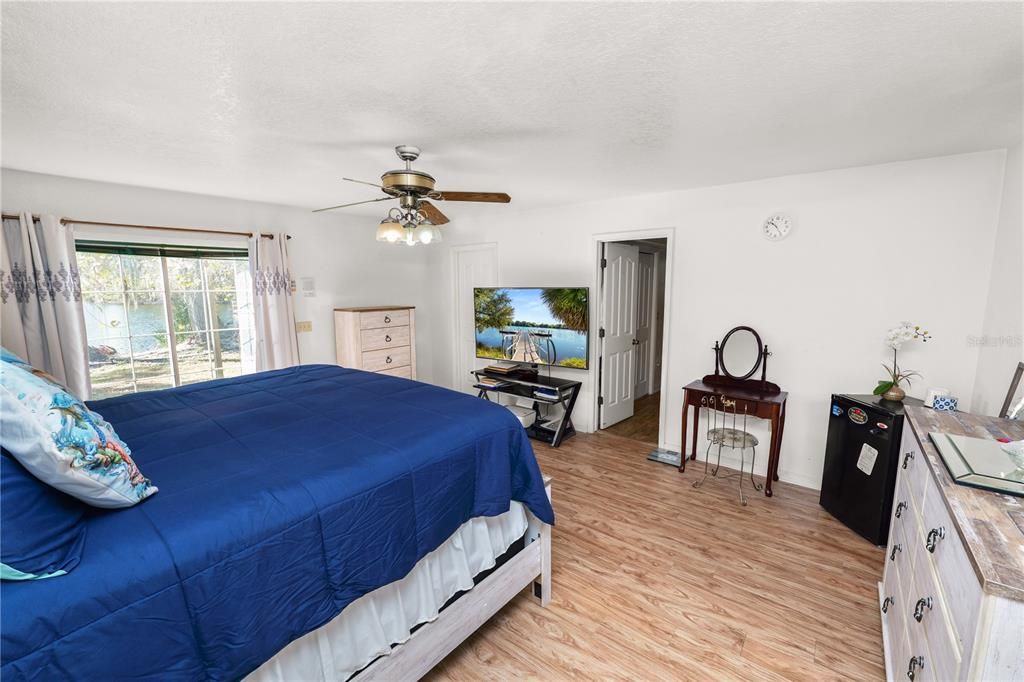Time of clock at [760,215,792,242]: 10:24
